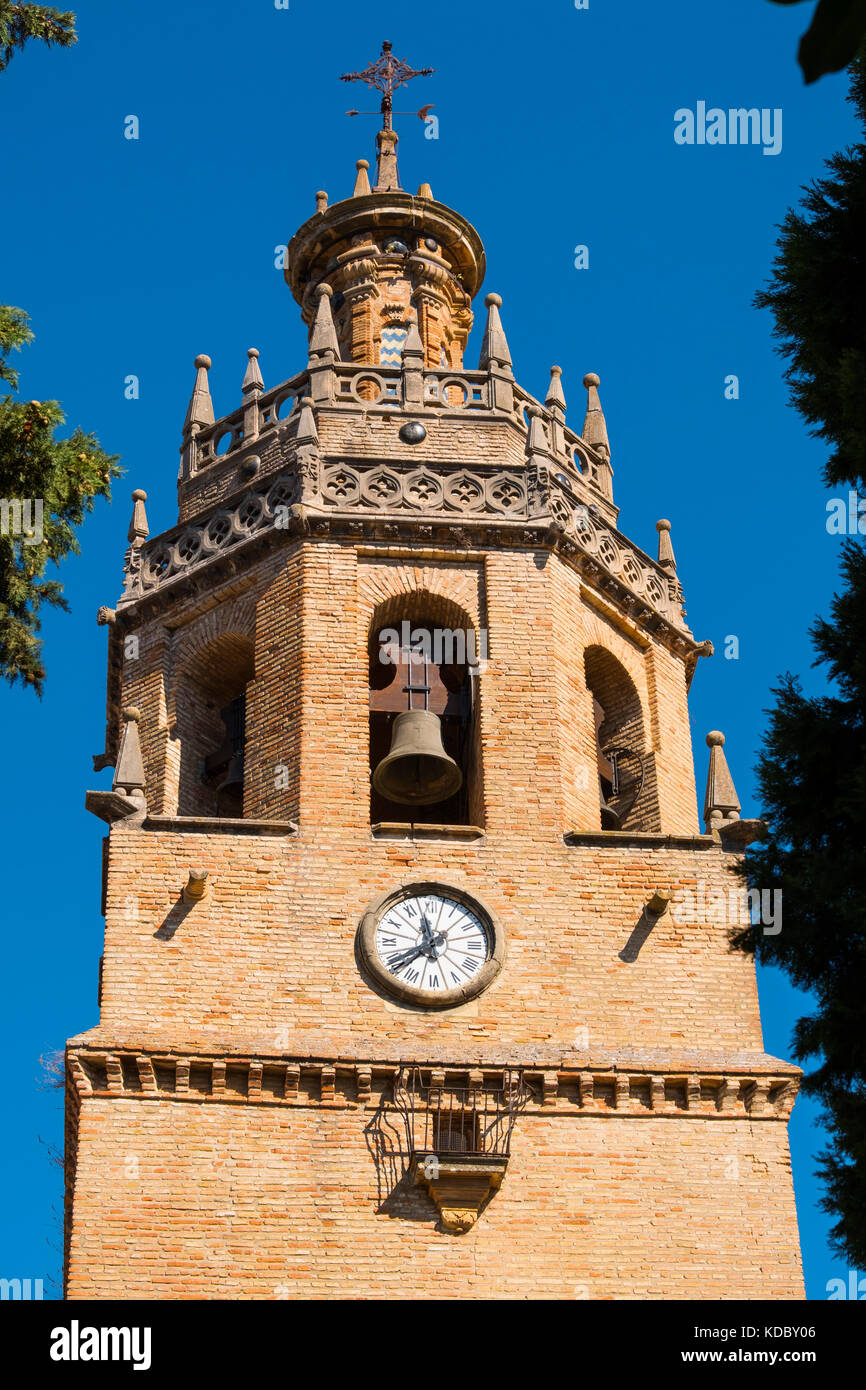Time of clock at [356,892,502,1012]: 11:38
